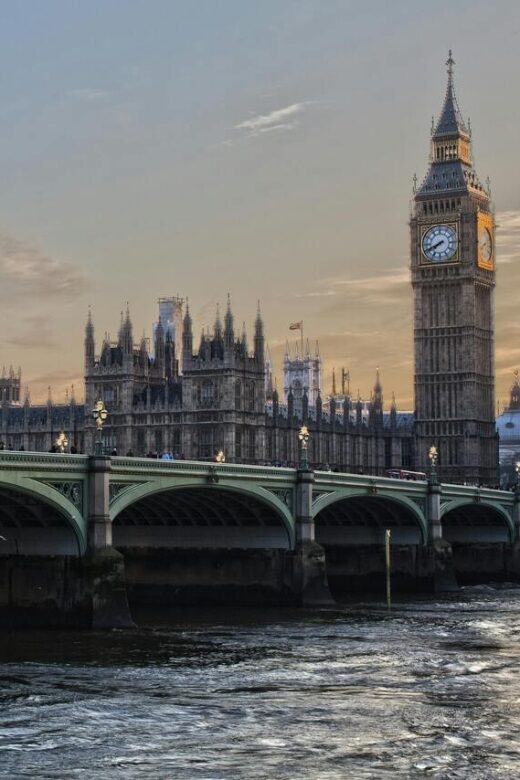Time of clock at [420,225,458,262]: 7:40
